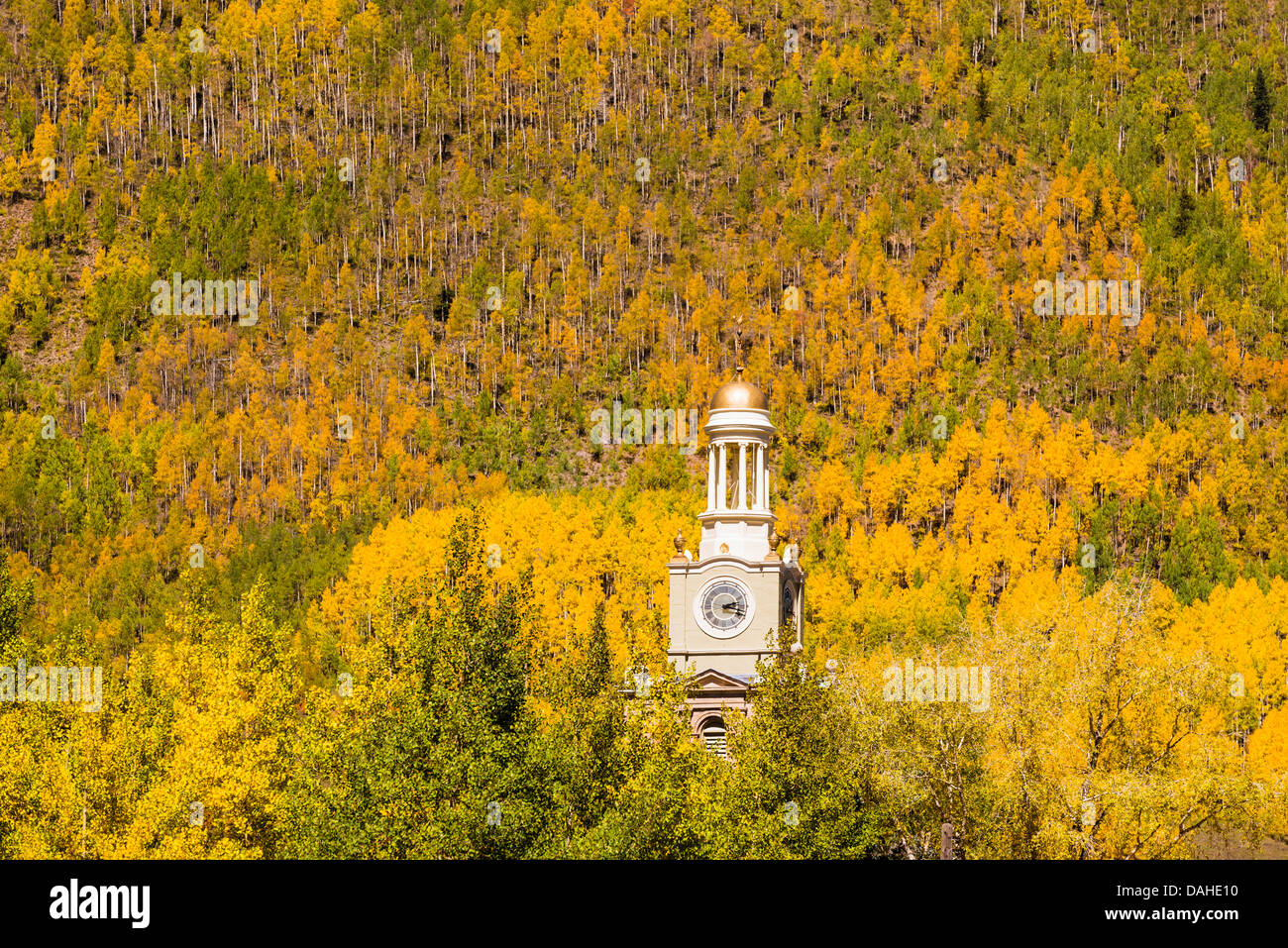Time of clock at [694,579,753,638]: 2:18
